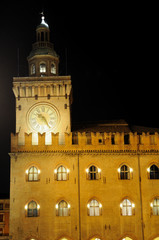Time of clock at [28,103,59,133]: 10:24
